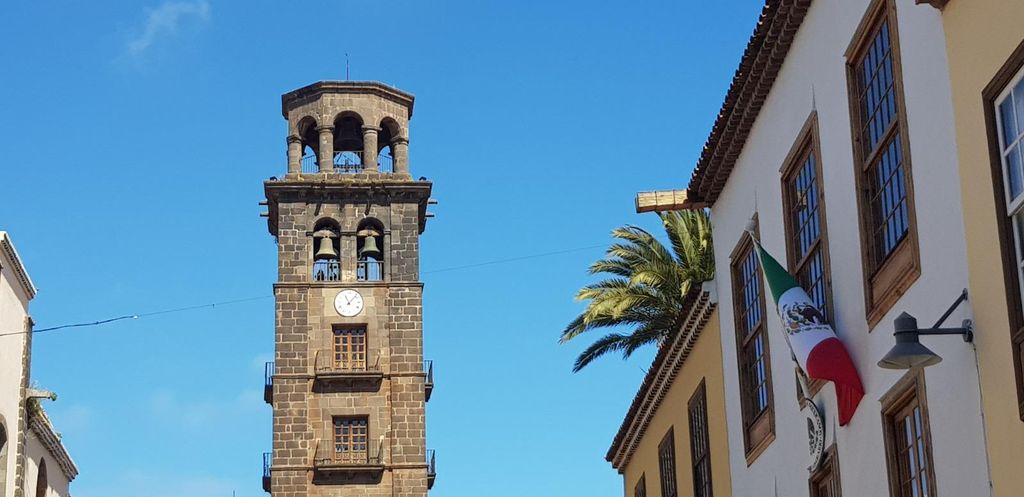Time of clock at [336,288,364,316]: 11:07
